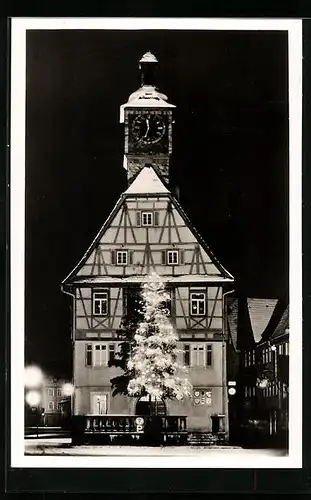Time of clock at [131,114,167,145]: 11:33
